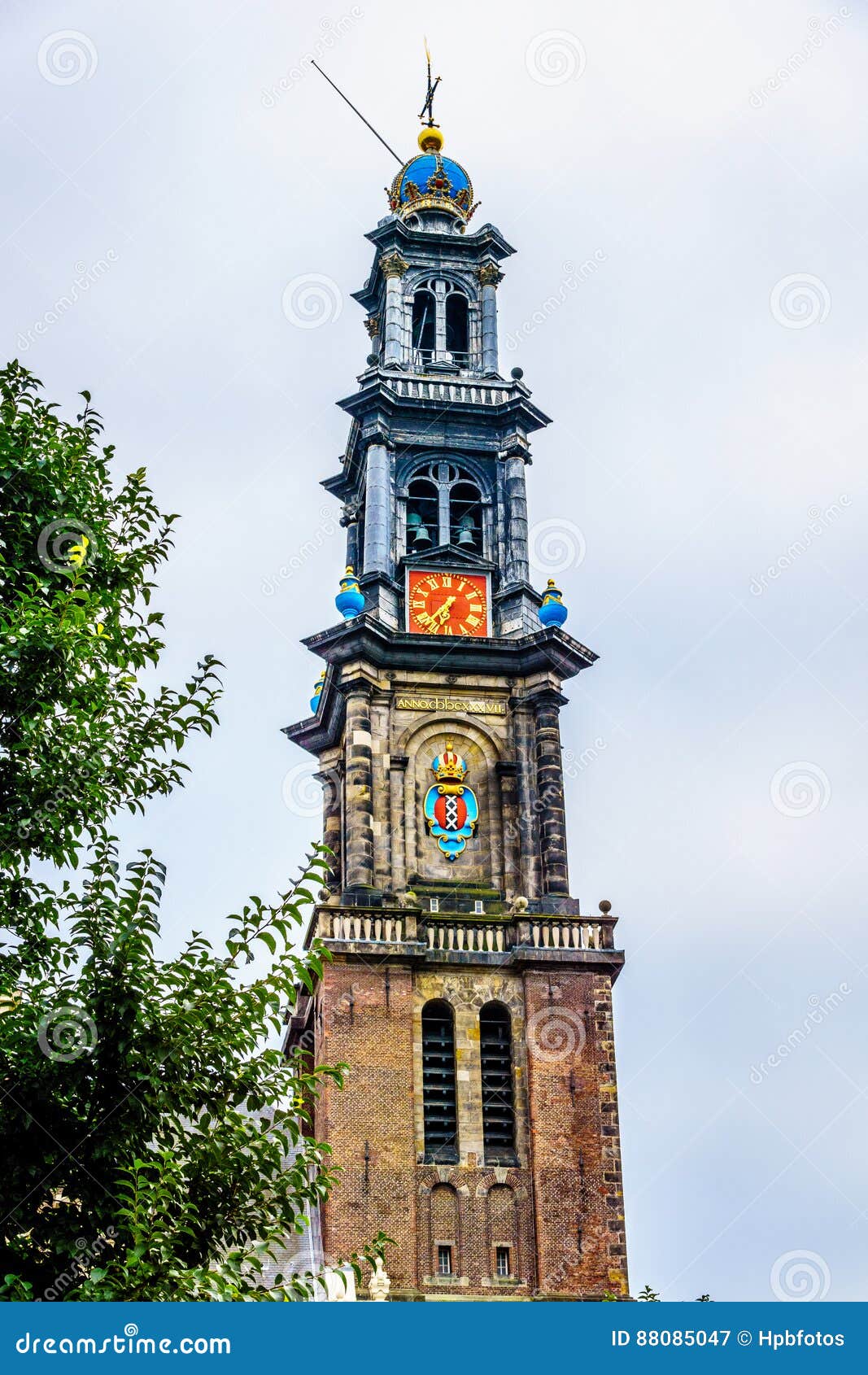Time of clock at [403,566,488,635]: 6:37
